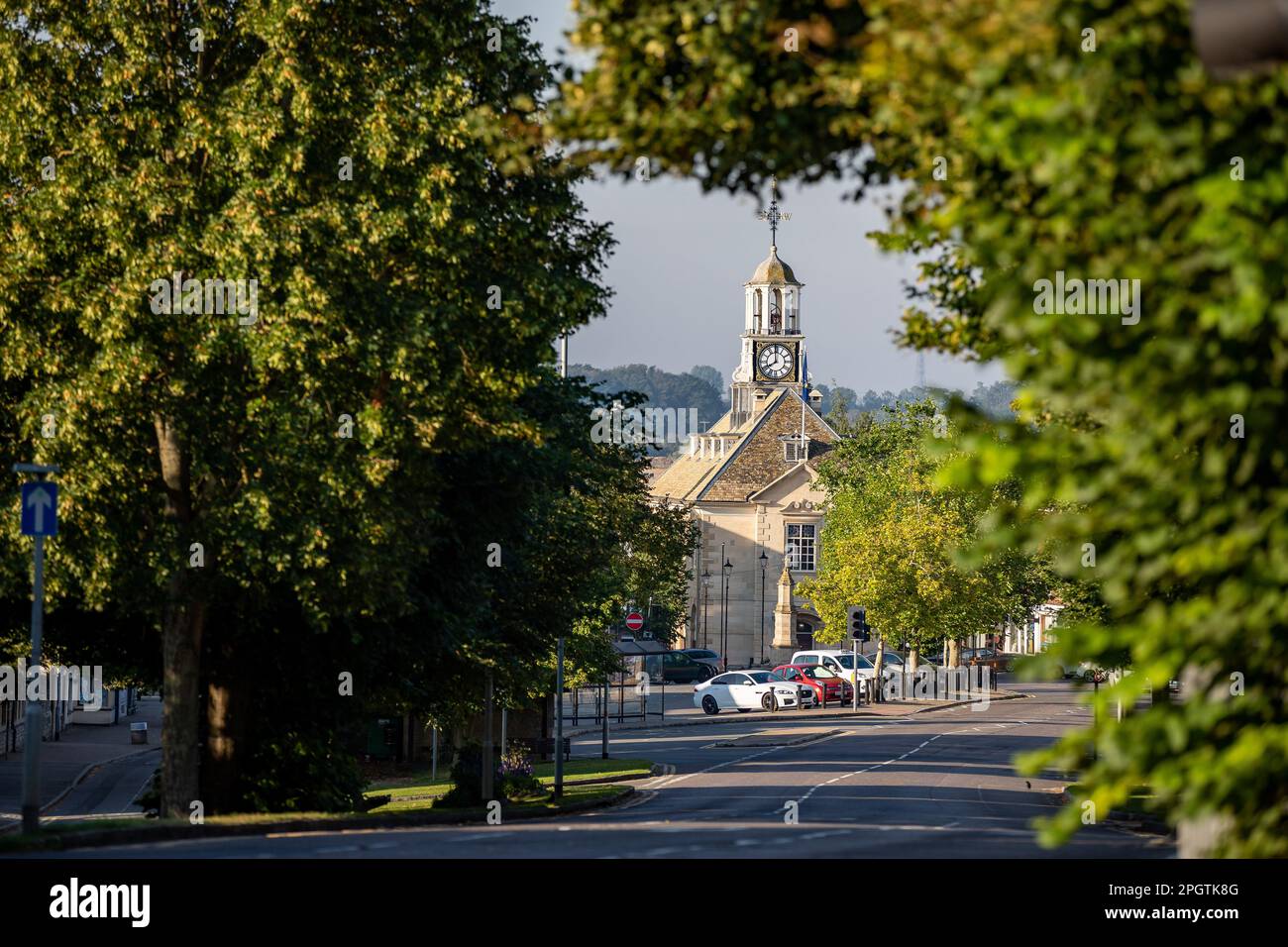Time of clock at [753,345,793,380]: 7:59
